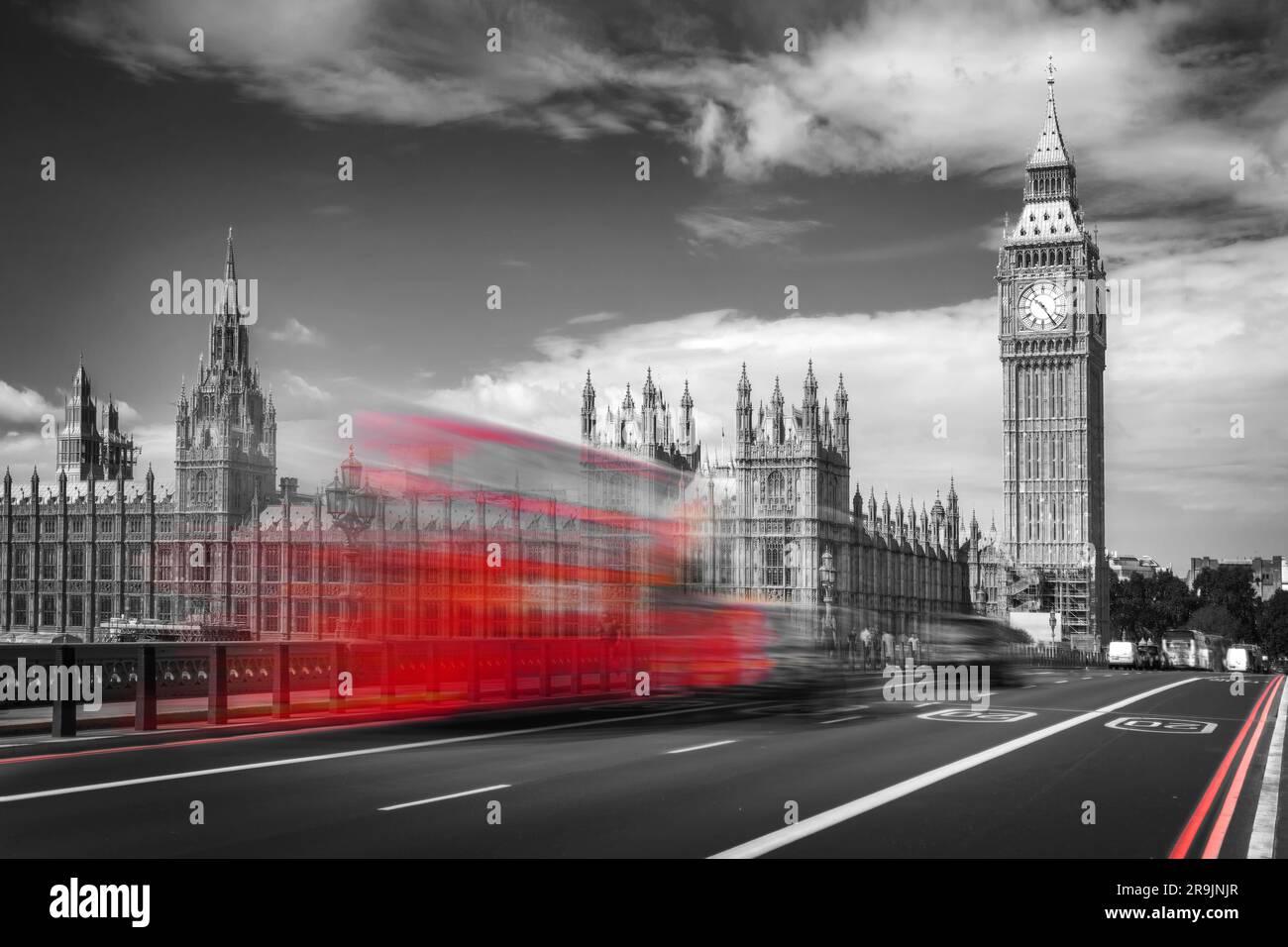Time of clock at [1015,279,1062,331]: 10:24
